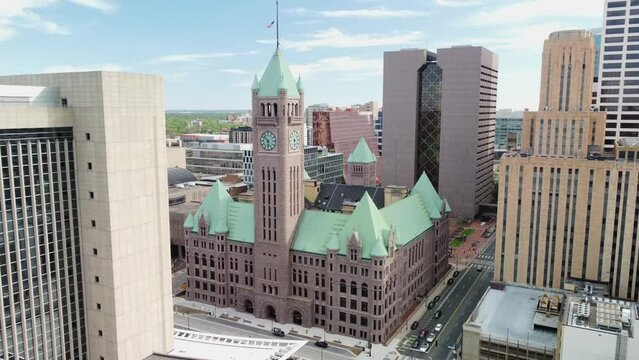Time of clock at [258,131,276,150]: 5:51
